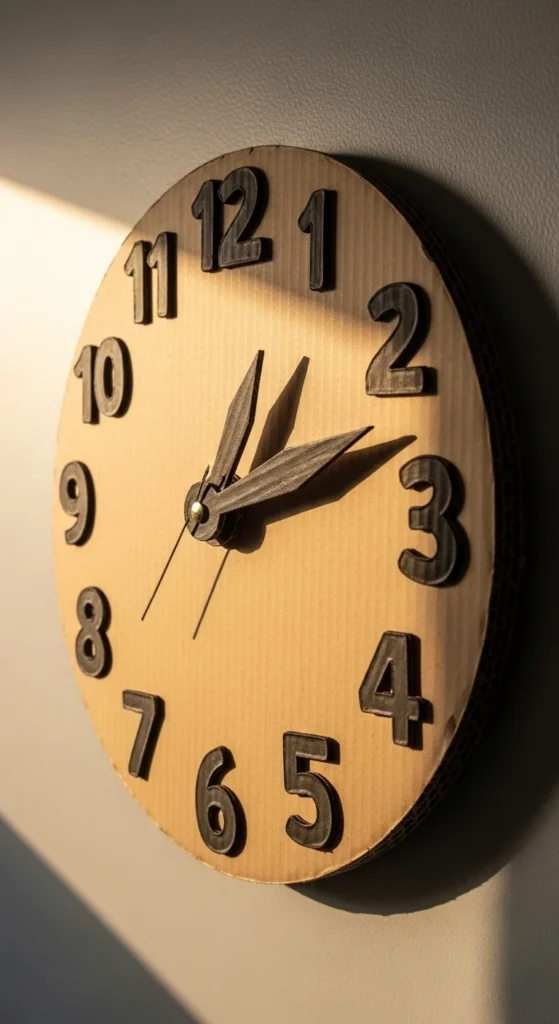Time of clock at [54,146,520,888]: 1:12
